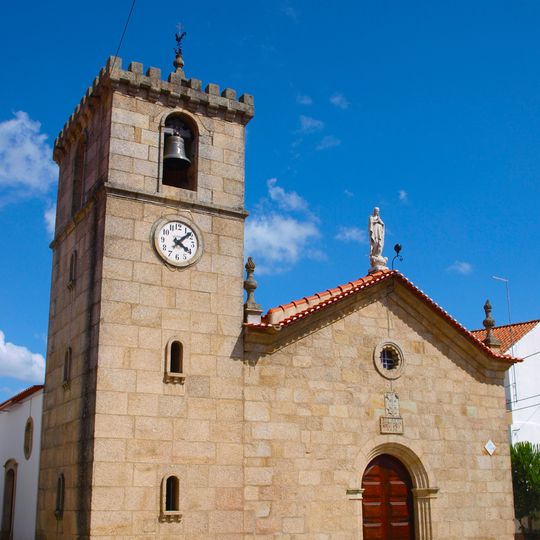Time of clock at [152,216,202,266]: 4:07
